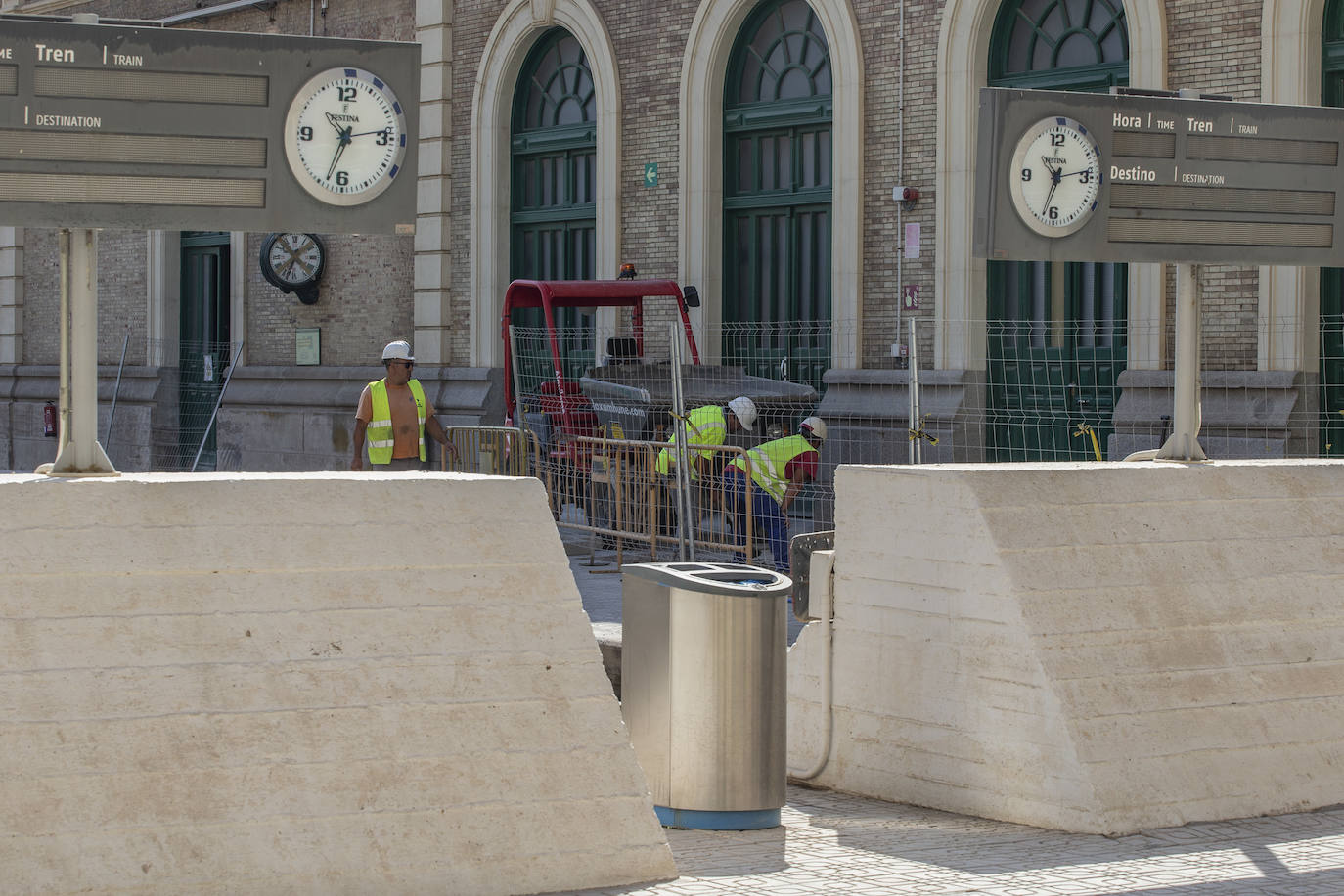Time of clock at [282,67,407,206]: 10:33
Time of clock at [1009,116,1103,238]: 10:33
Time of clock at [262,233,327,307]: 10:34
